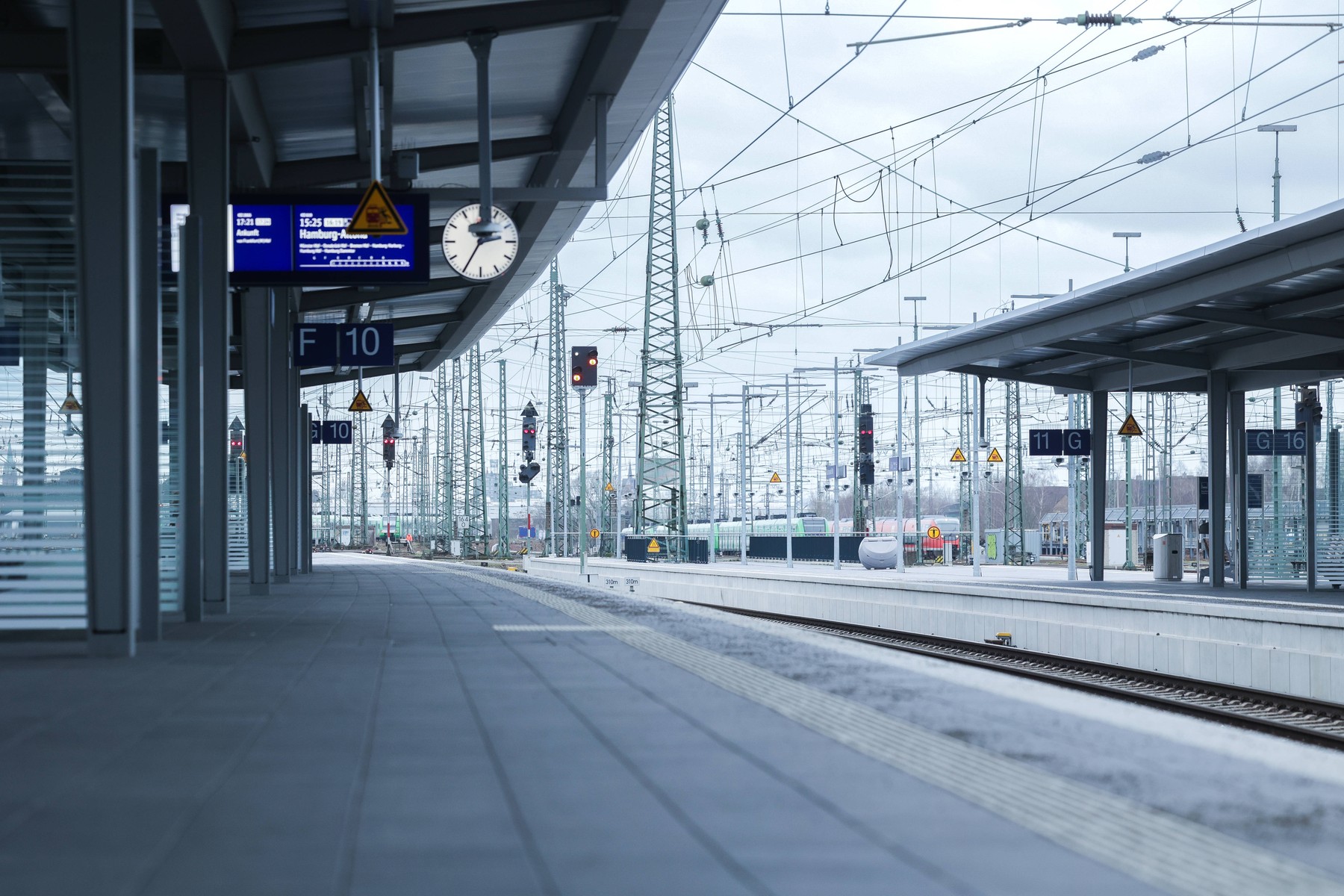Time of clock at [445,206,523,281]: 2:35
